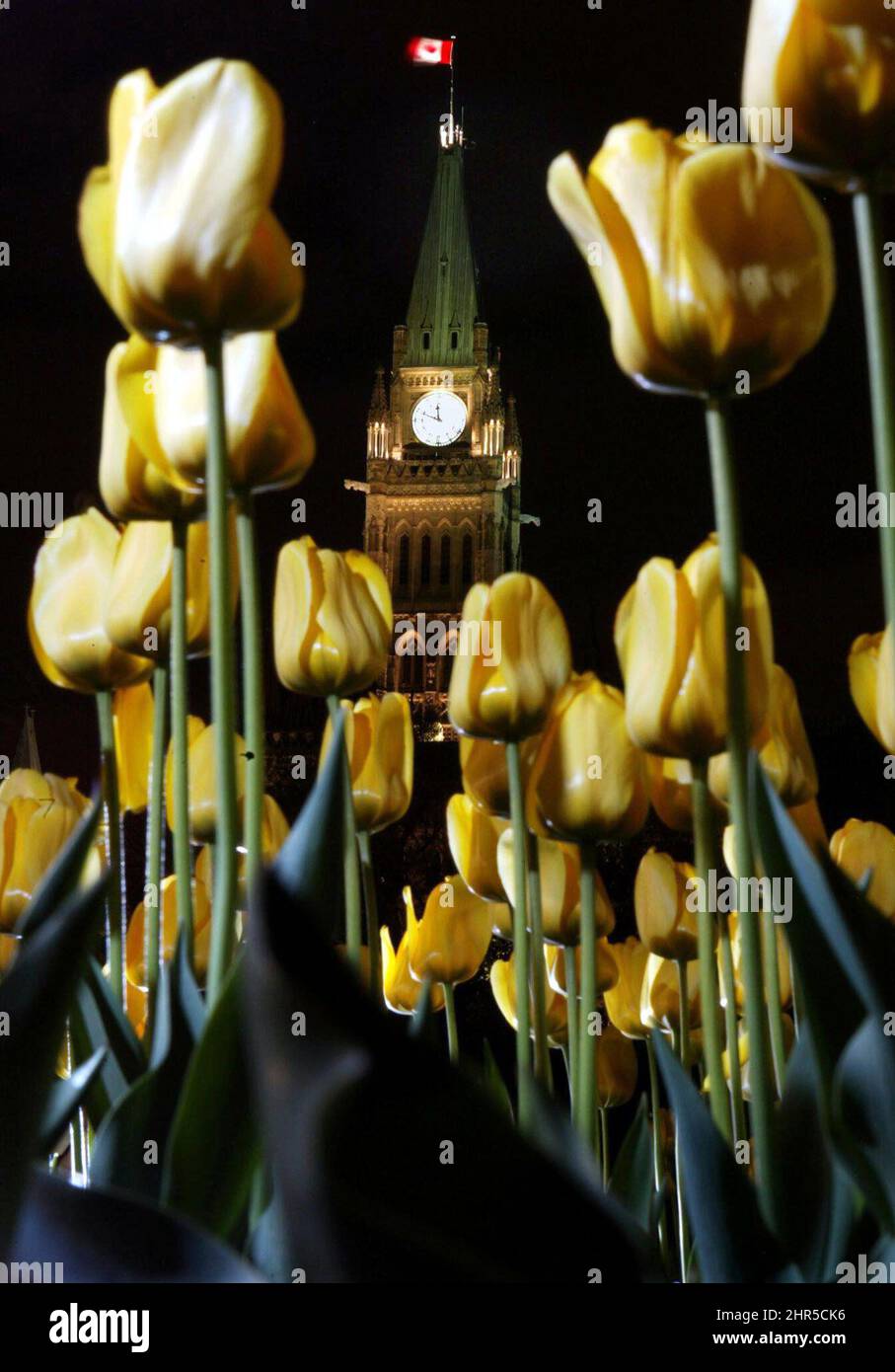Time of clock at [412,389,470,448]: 11:48
